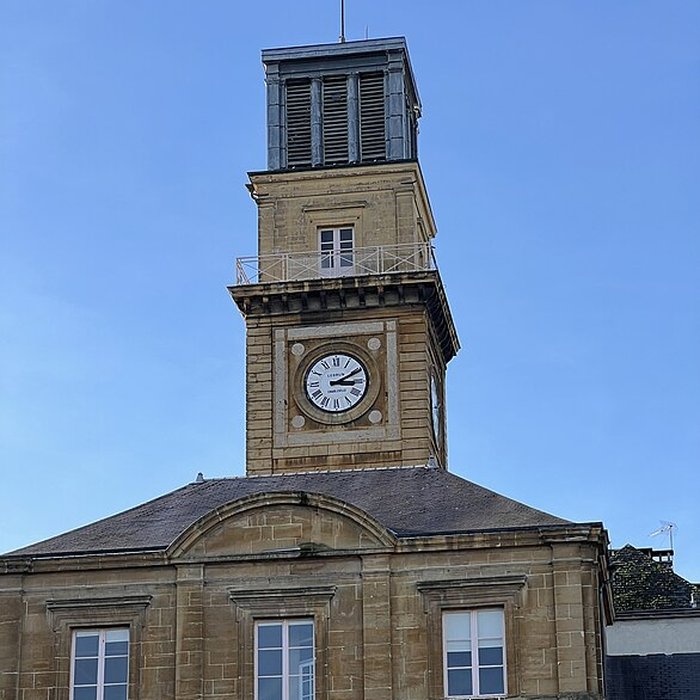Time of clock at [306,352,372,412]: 3:10
